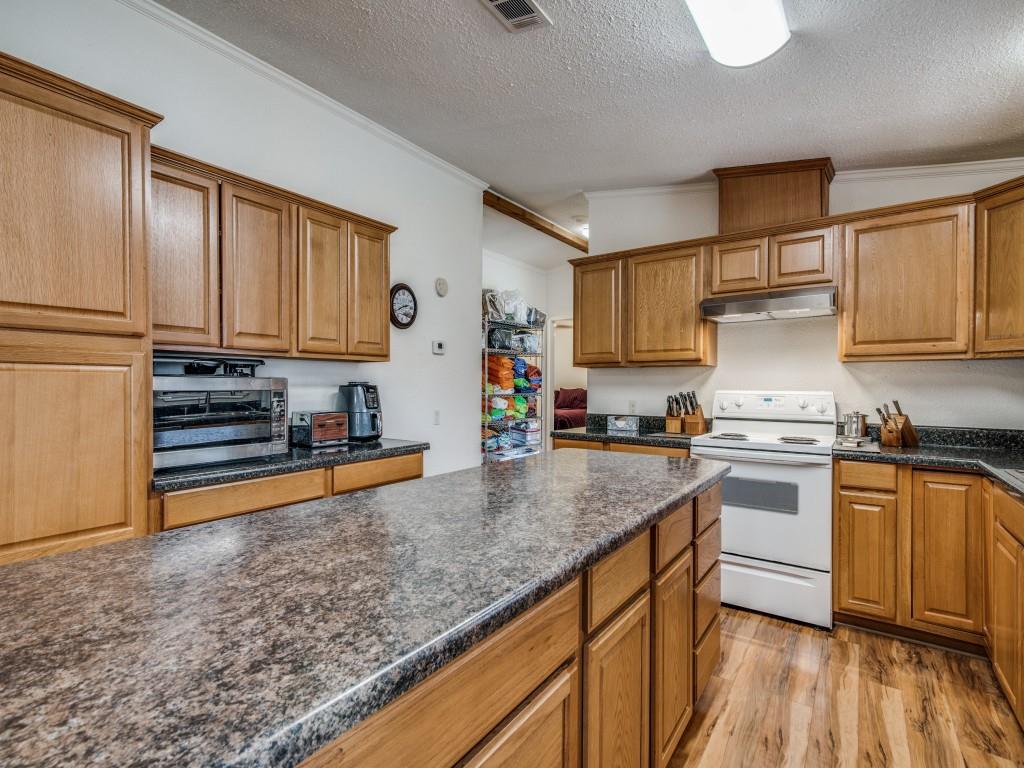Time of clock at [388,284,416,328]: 2:40
